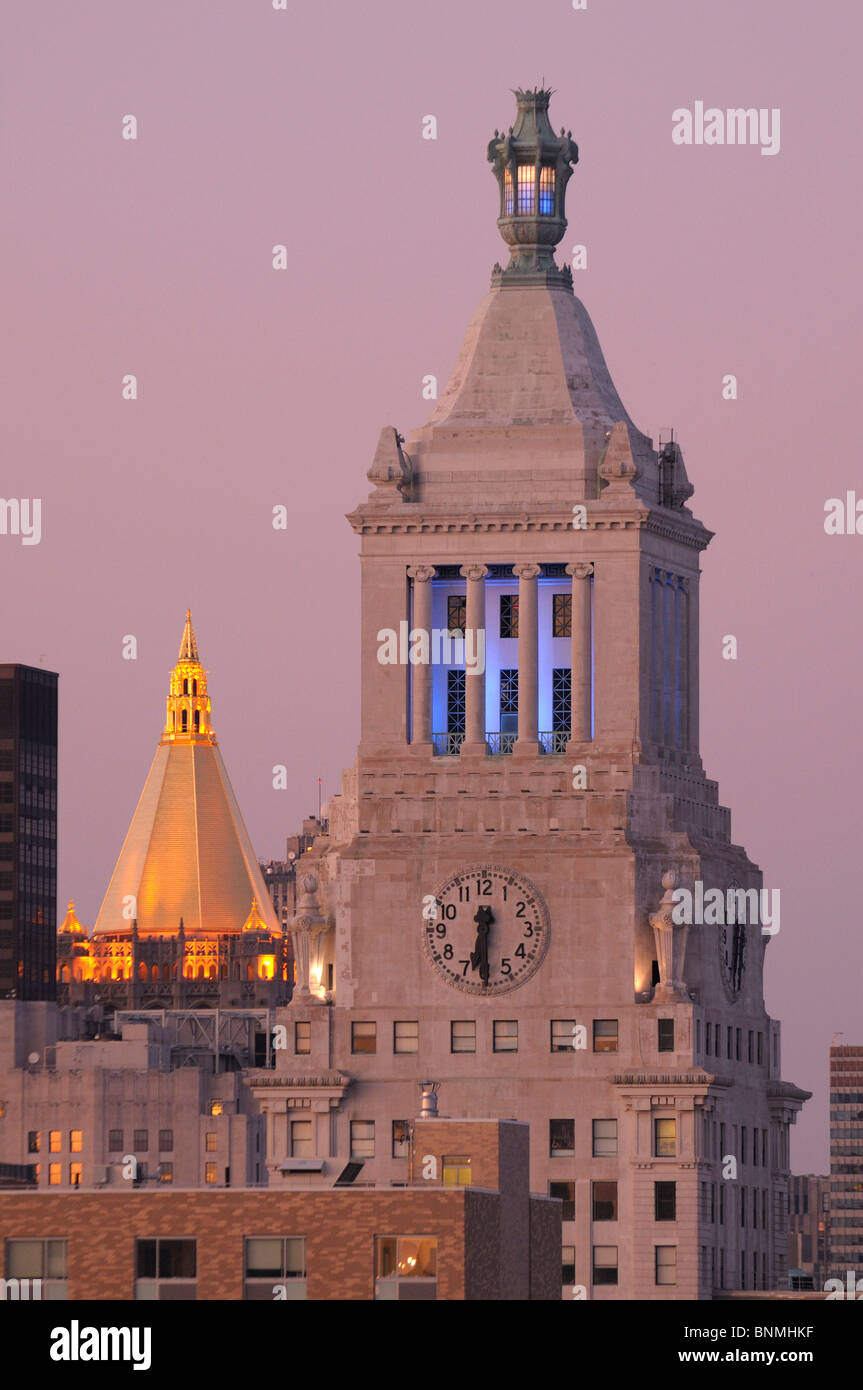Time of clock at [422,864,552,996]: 6:29
